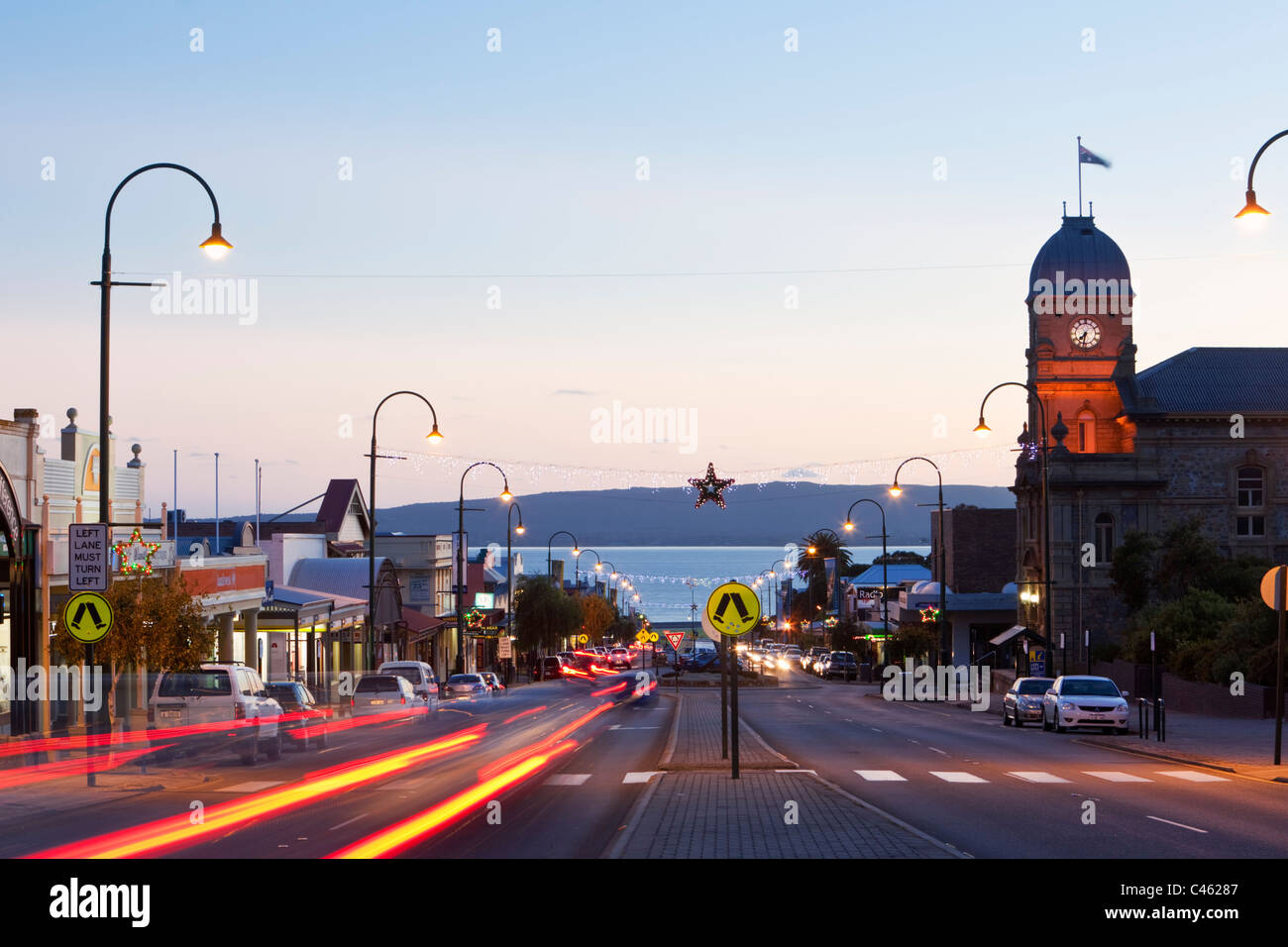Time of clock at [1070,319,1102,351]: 7:32
